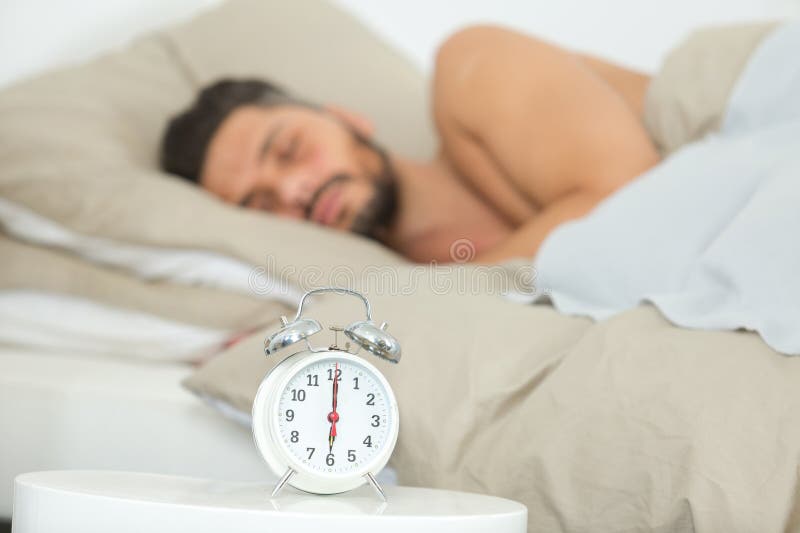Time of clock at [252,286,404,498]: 6:00
